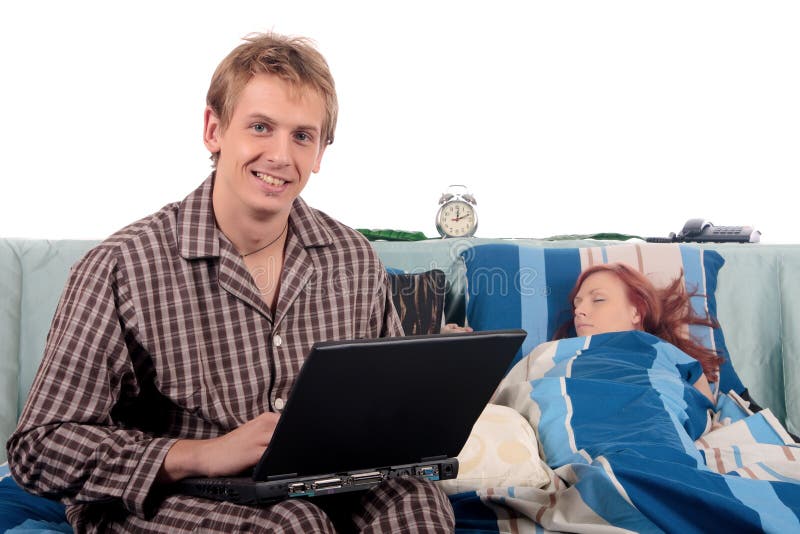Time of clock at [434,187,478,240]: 12:11
